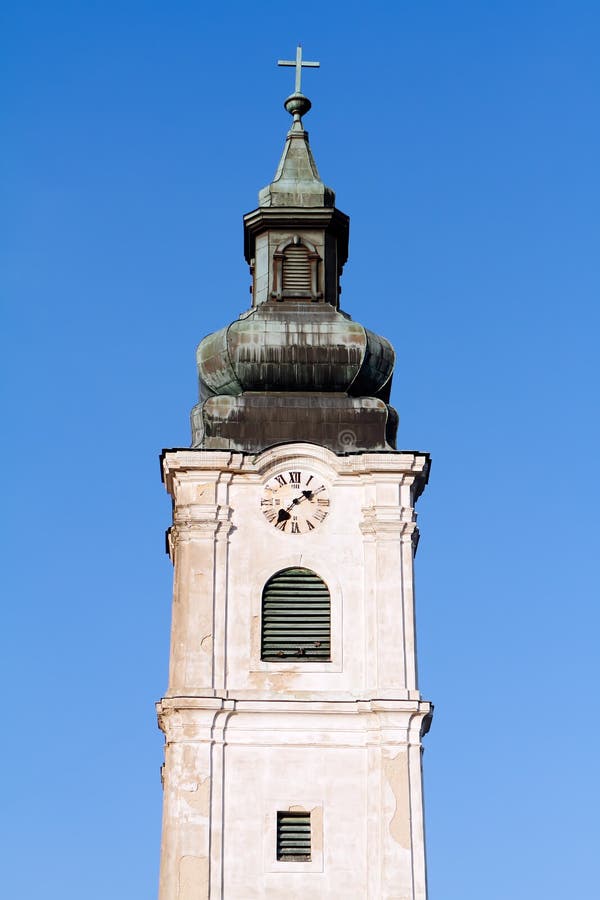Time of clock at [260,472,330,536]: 1:36
